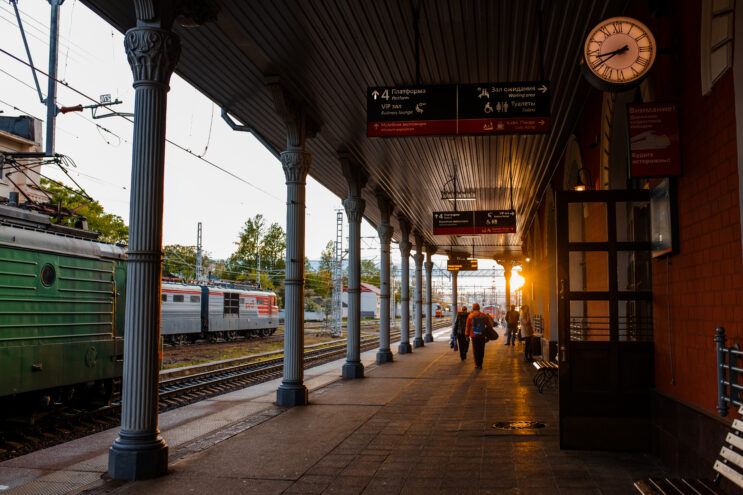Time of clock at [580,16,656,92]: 8:40
